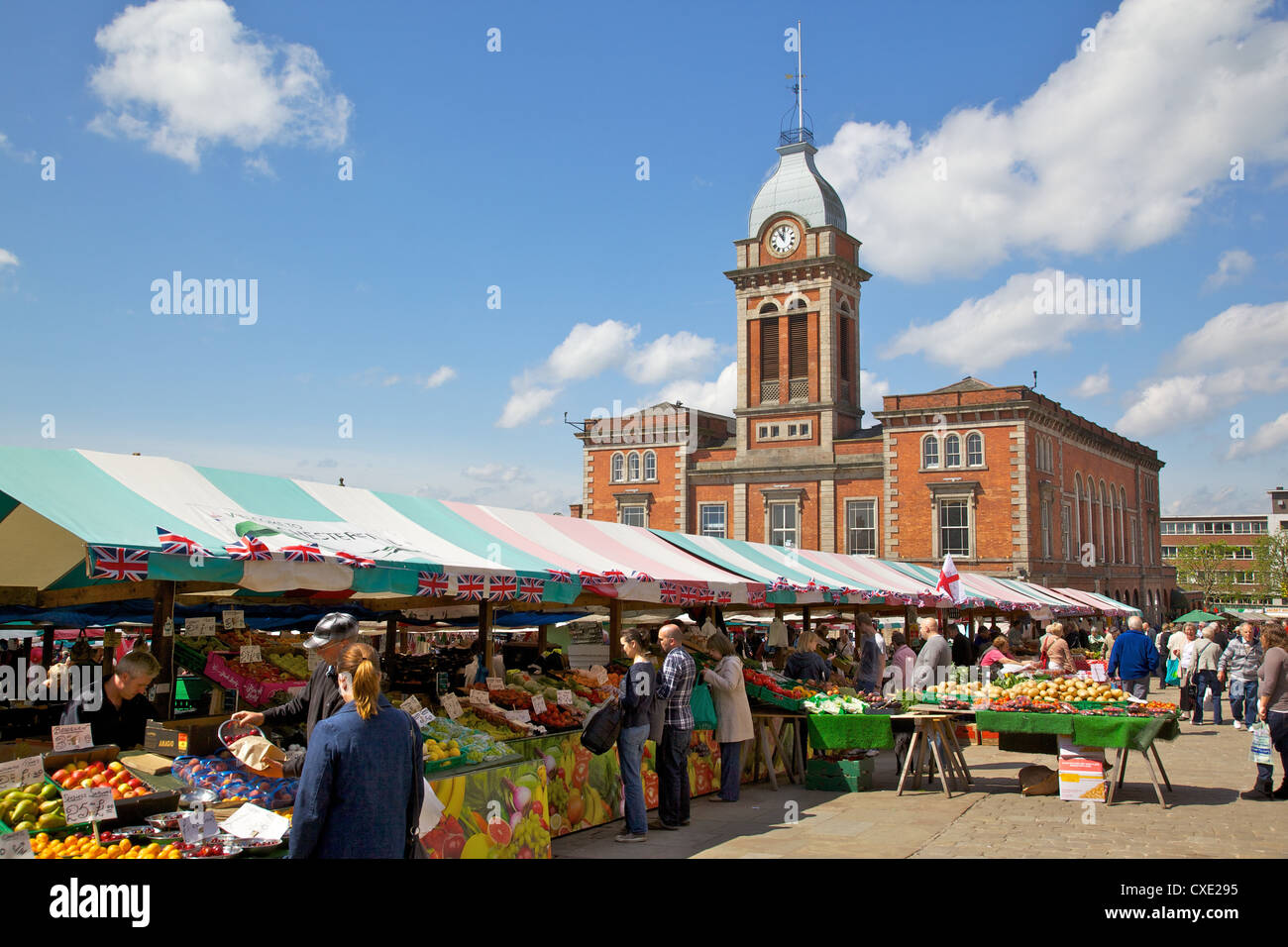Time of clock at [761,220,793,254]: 11:00
